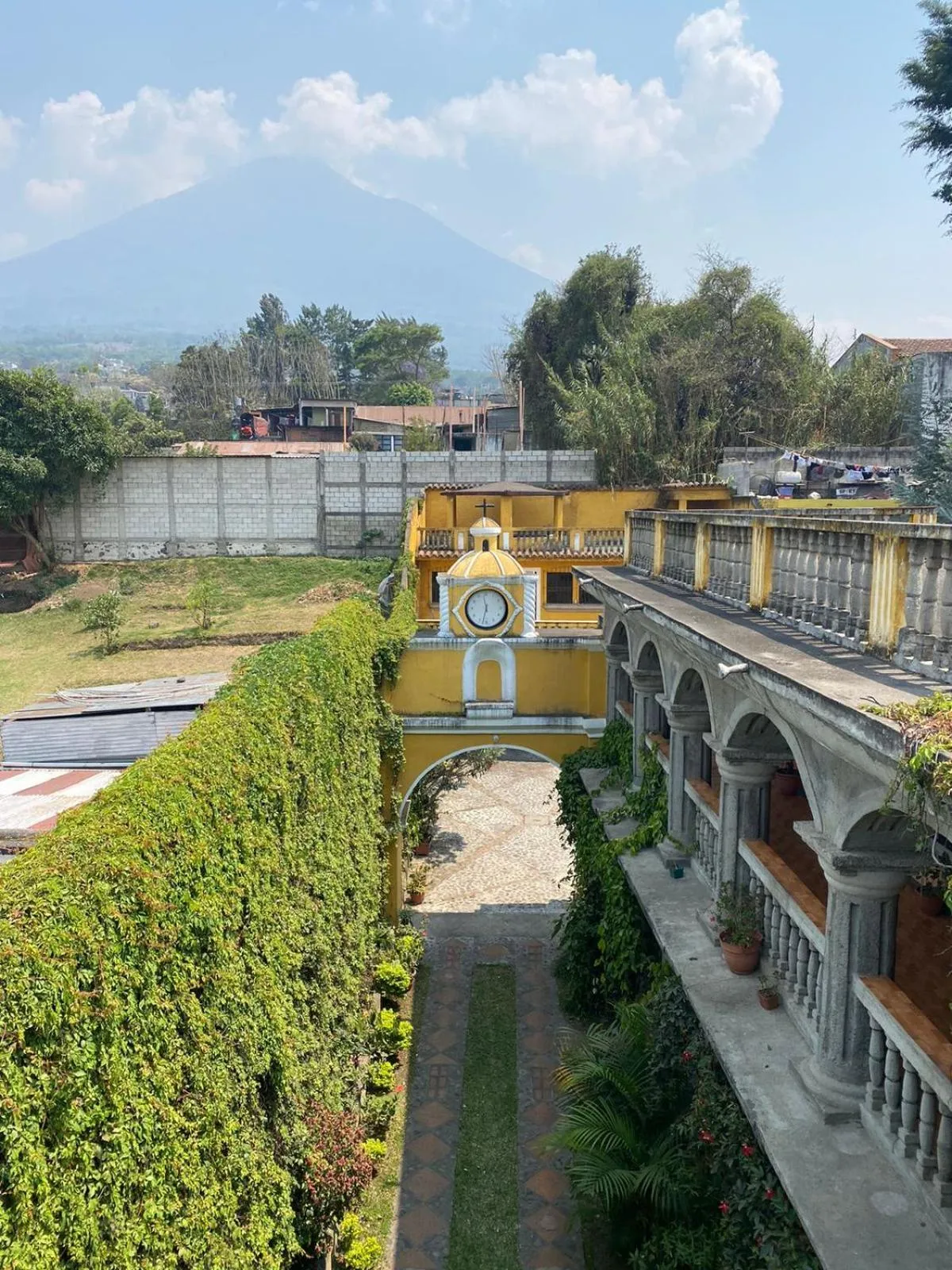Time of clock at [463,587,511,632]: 11:32
